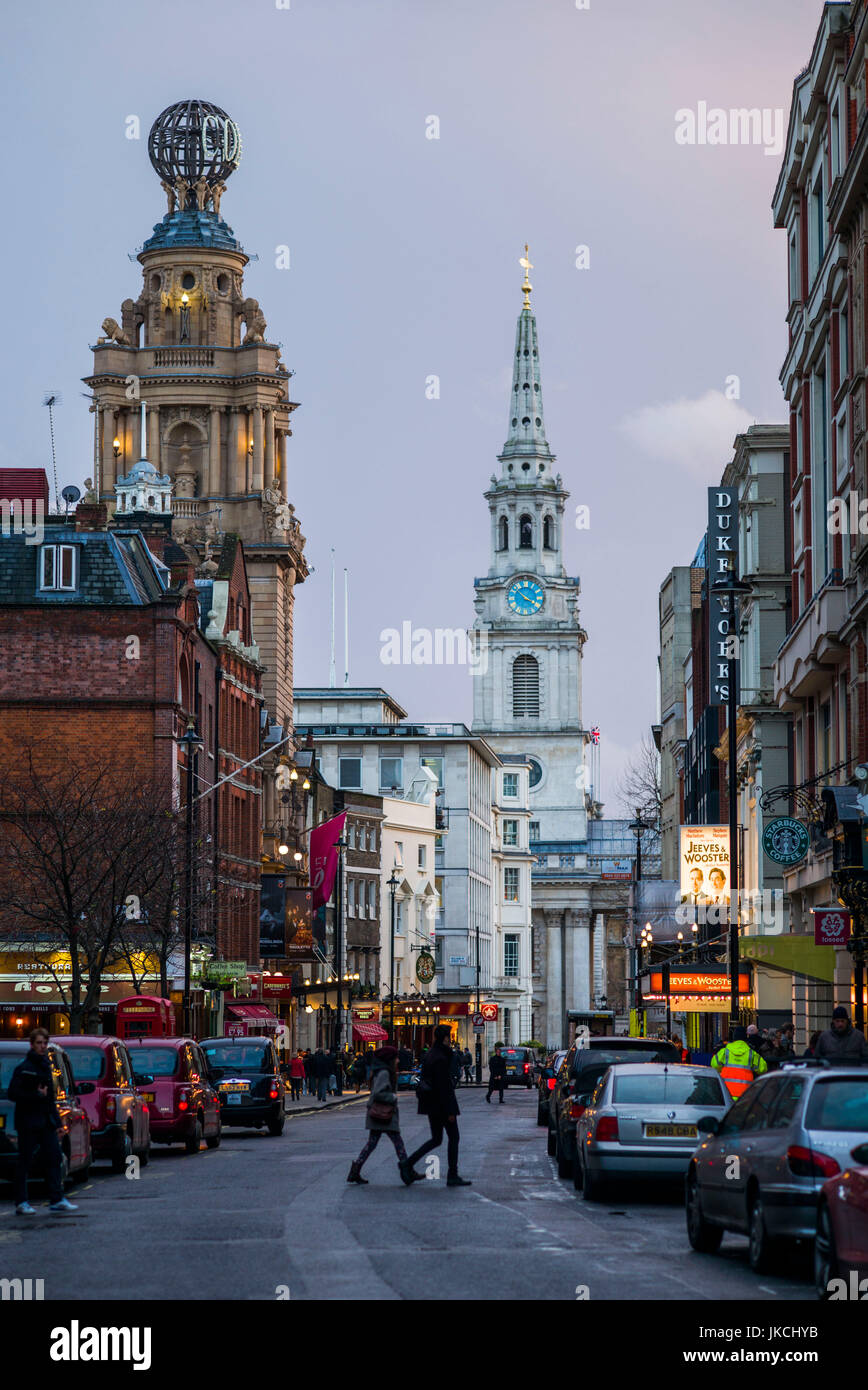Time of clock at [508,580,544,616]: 3:52
